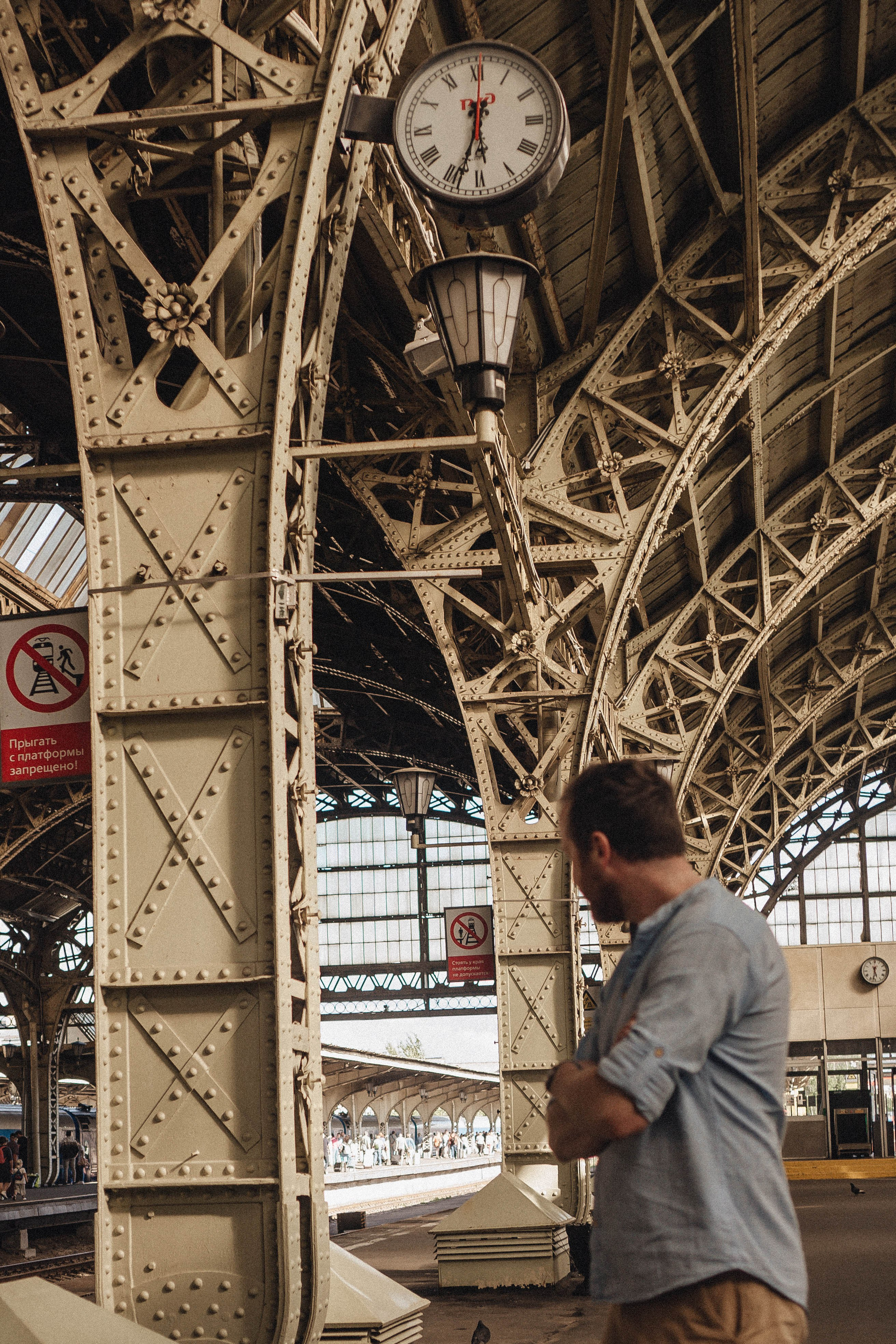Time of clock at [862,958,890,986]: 5:31
